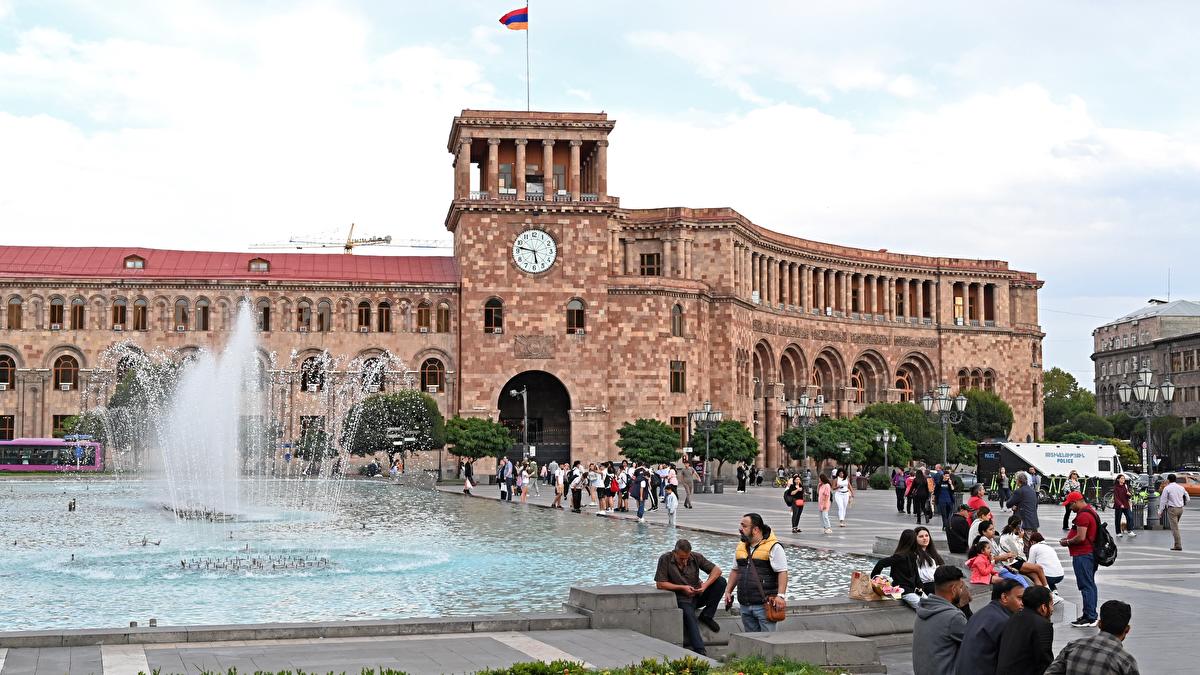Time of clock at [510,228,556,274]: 5:47
